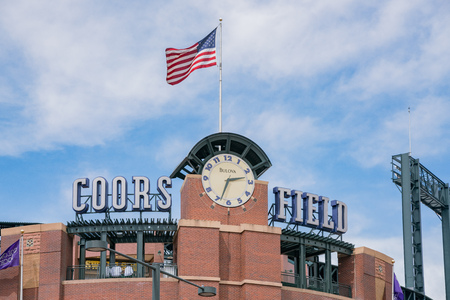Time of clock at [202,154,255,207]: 2:33
